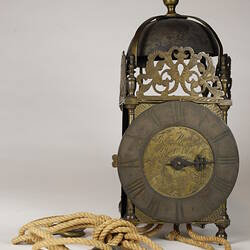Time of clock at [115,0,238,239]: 3:14
